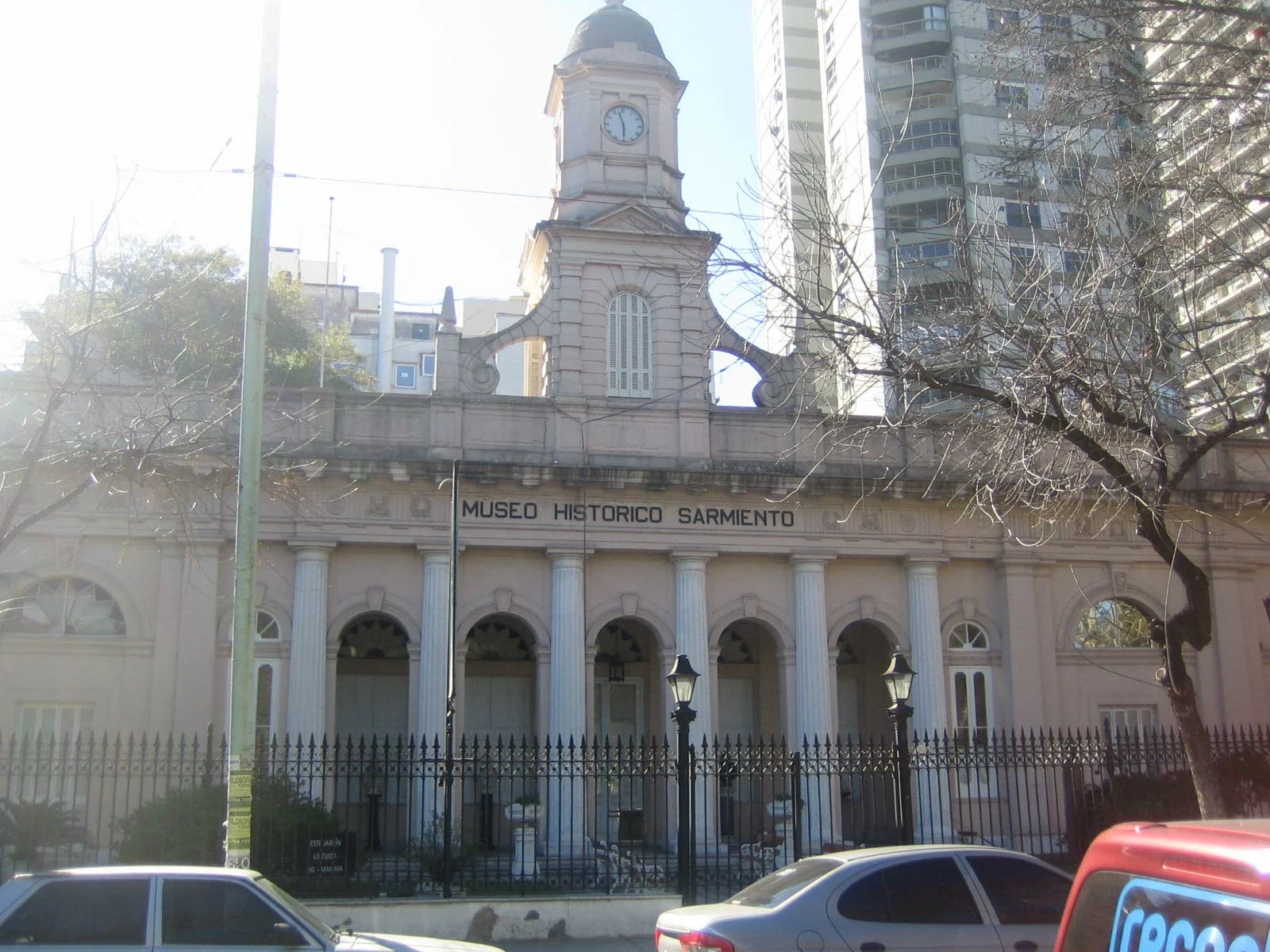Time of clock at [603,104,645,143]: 5:57
